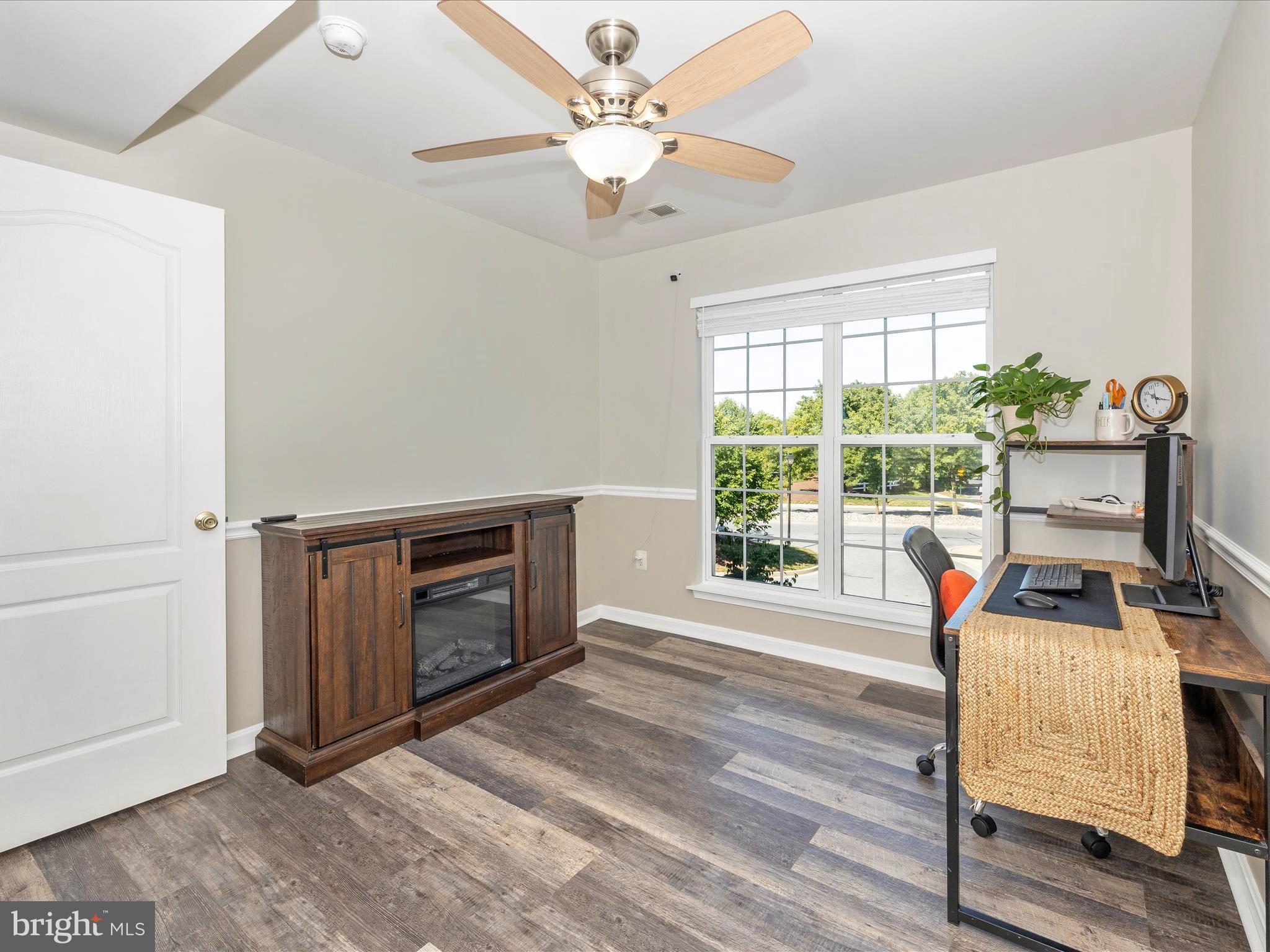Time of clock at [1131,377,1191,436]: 10:15
